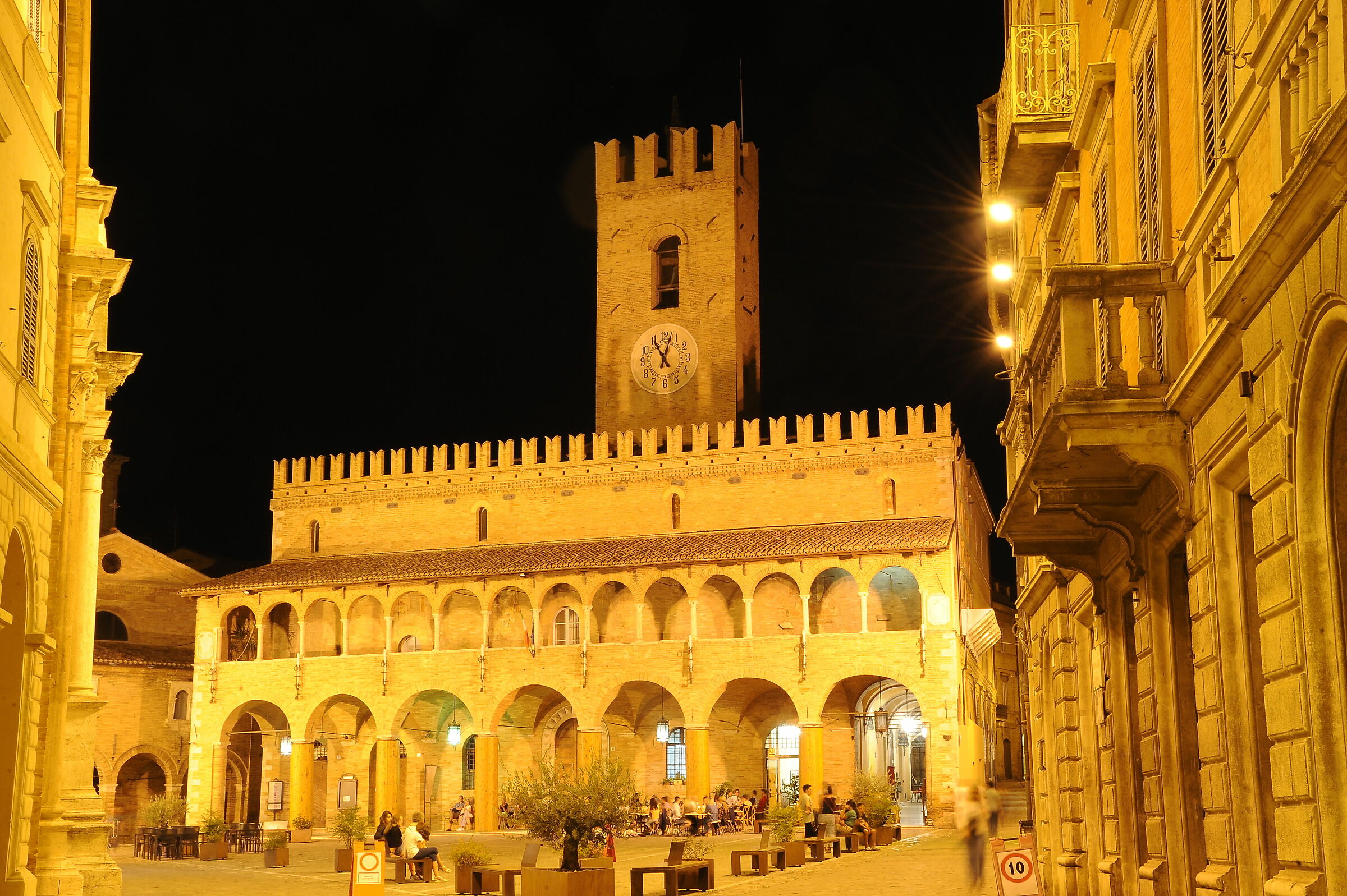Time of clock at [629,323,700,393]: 11:03
